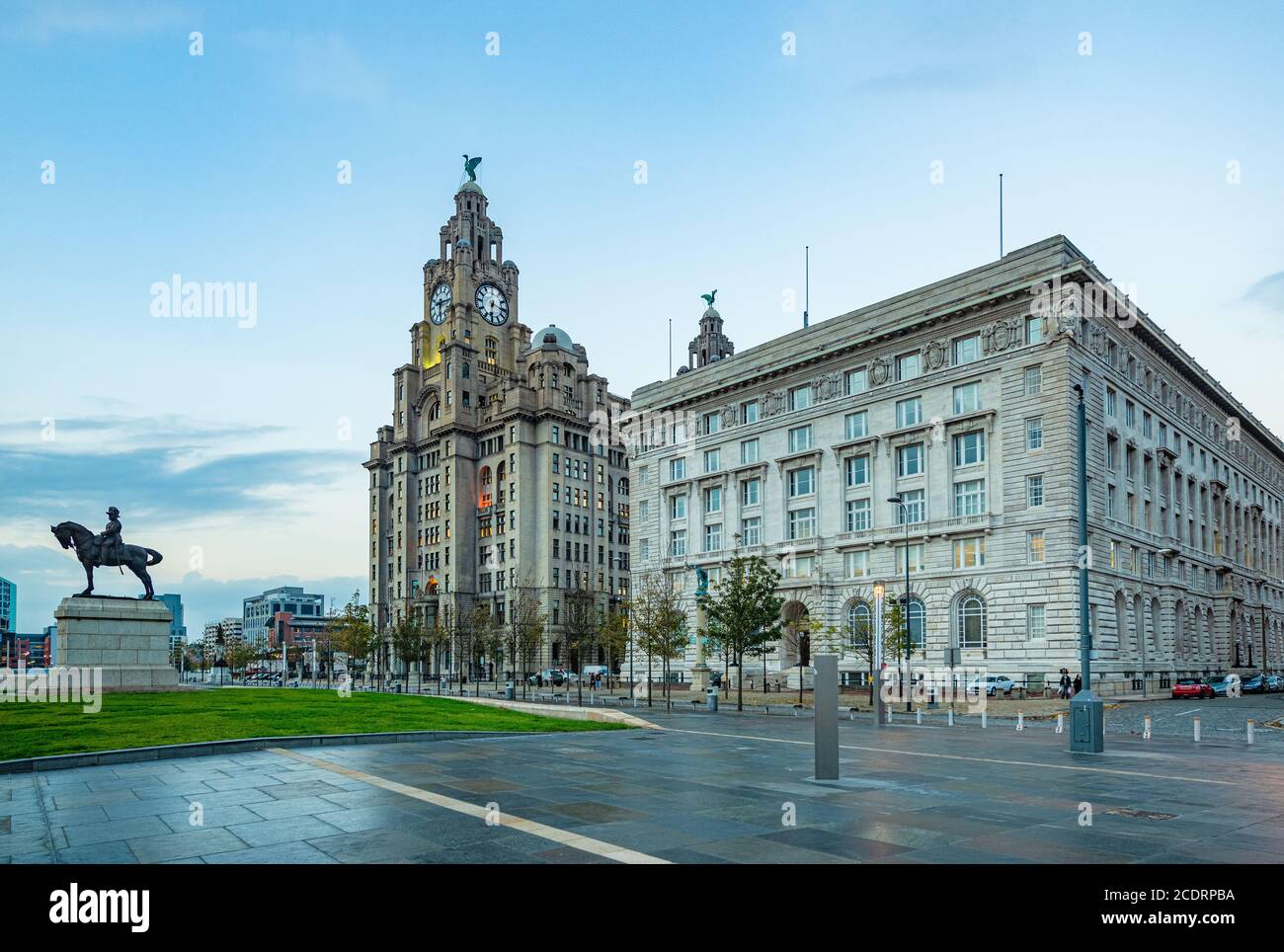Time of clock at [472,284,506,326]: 6:17
